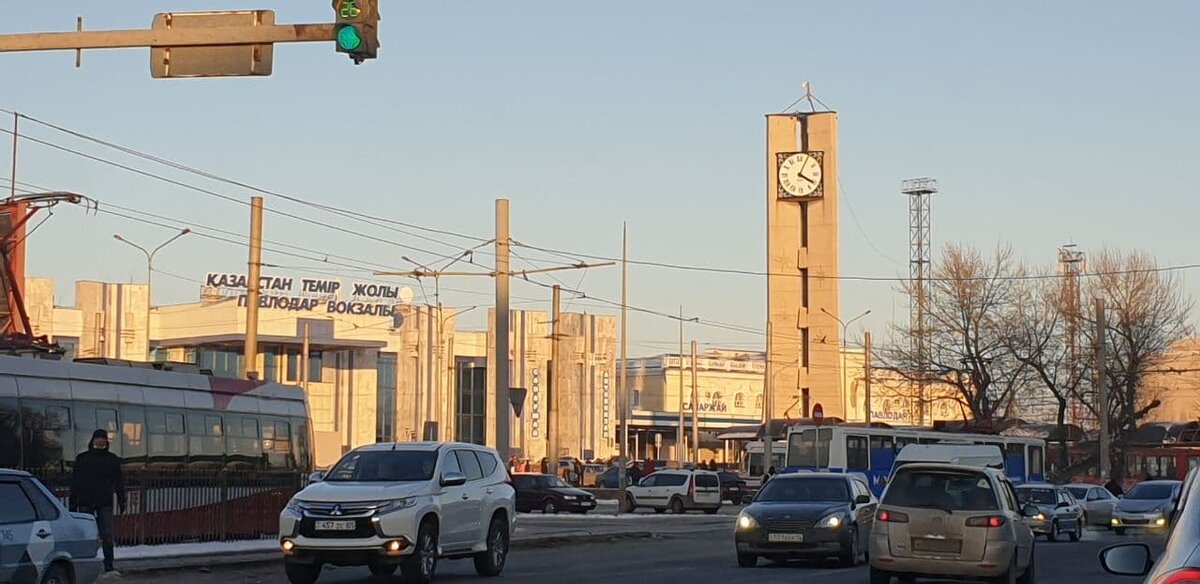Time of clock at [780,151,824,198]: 4:04
